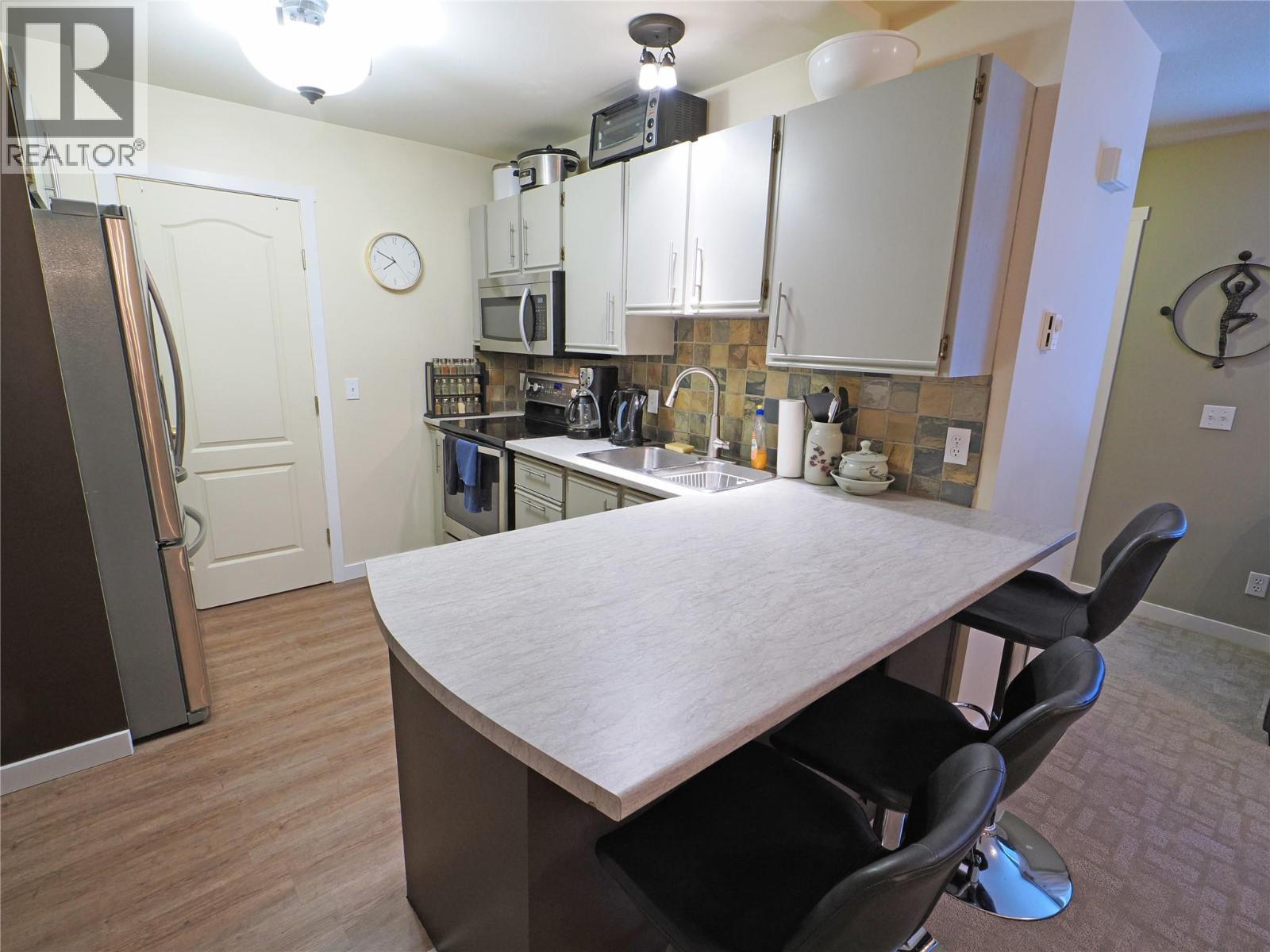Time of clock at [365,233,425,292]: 7:49
